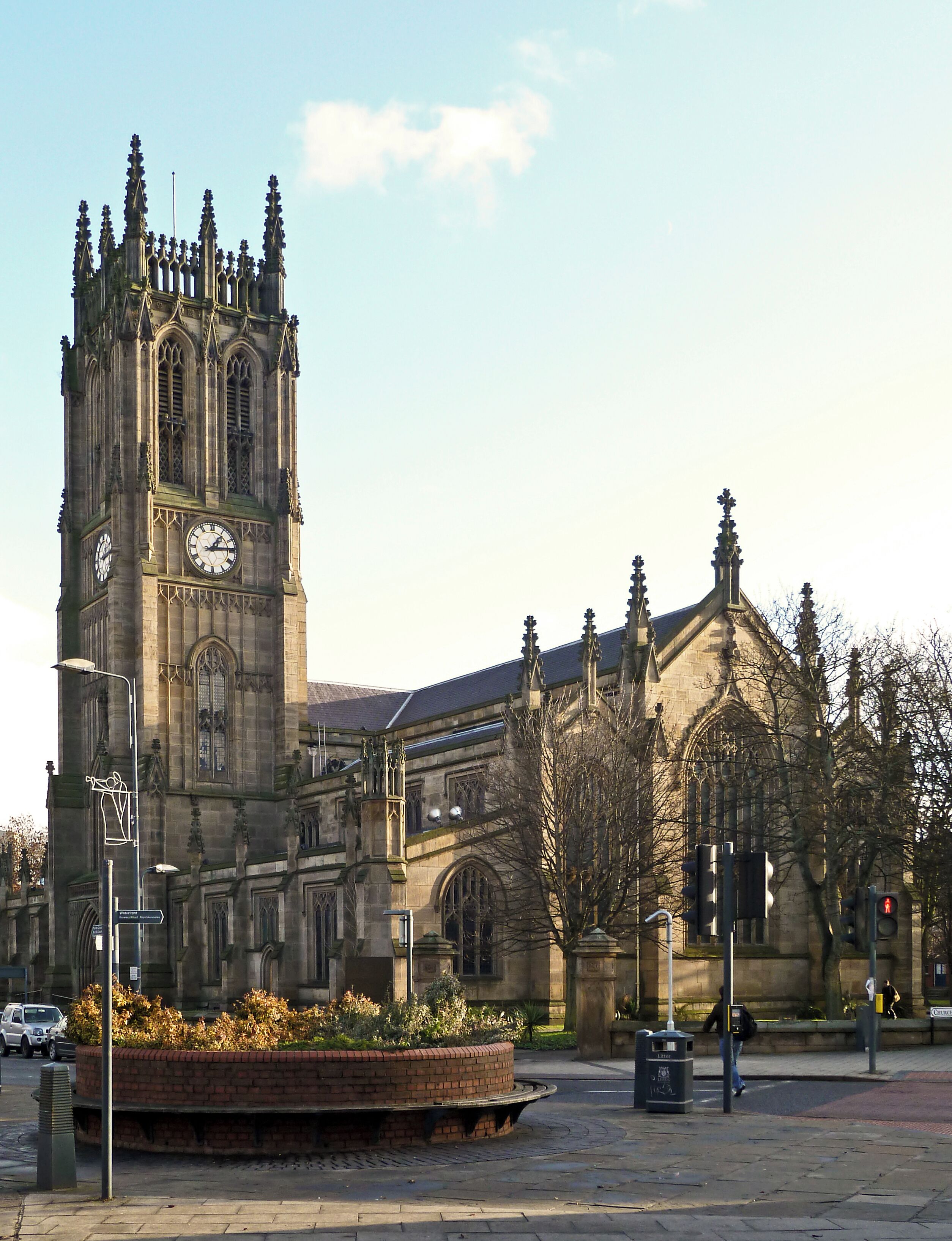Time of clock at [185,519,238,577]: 1:13
